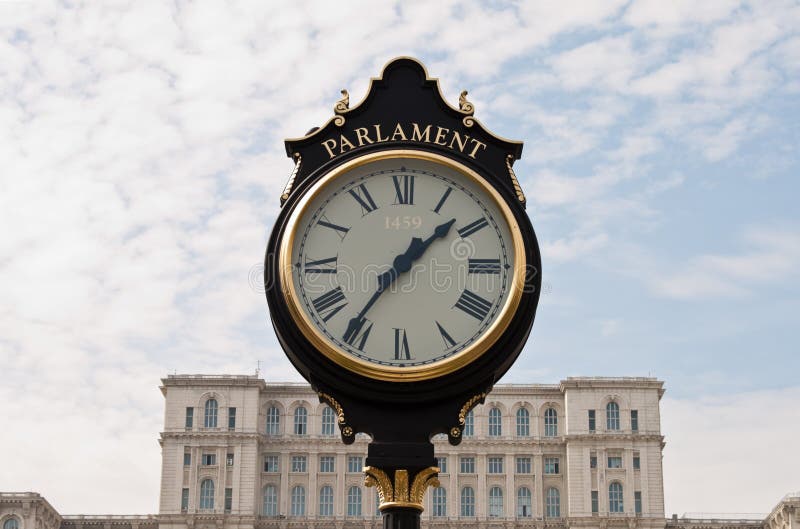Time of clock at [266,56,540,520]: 1:36
